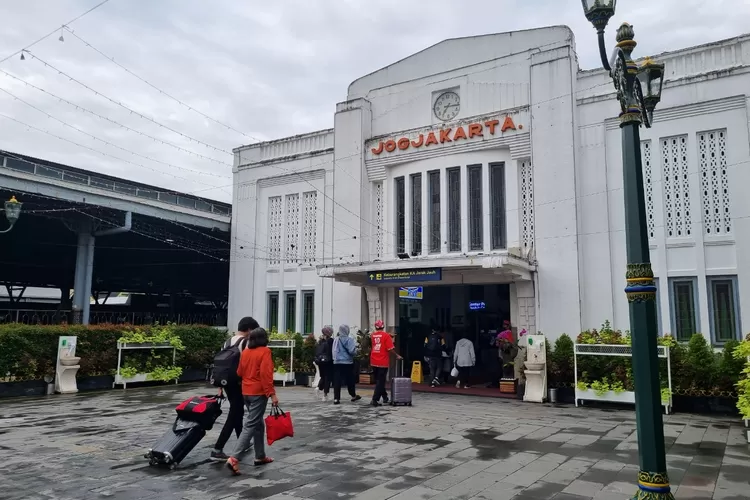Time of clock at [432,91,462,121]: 7:15
